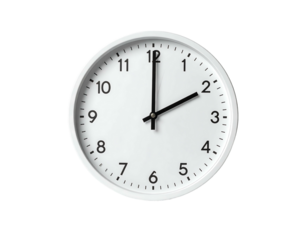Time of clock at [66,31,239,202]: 2:00
